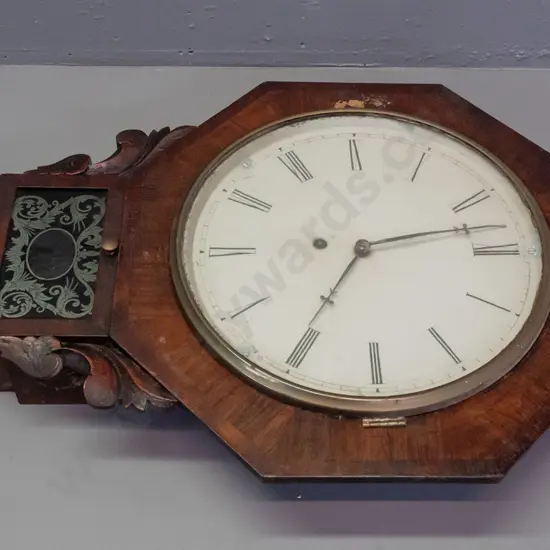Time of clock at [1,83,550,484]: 2:35
